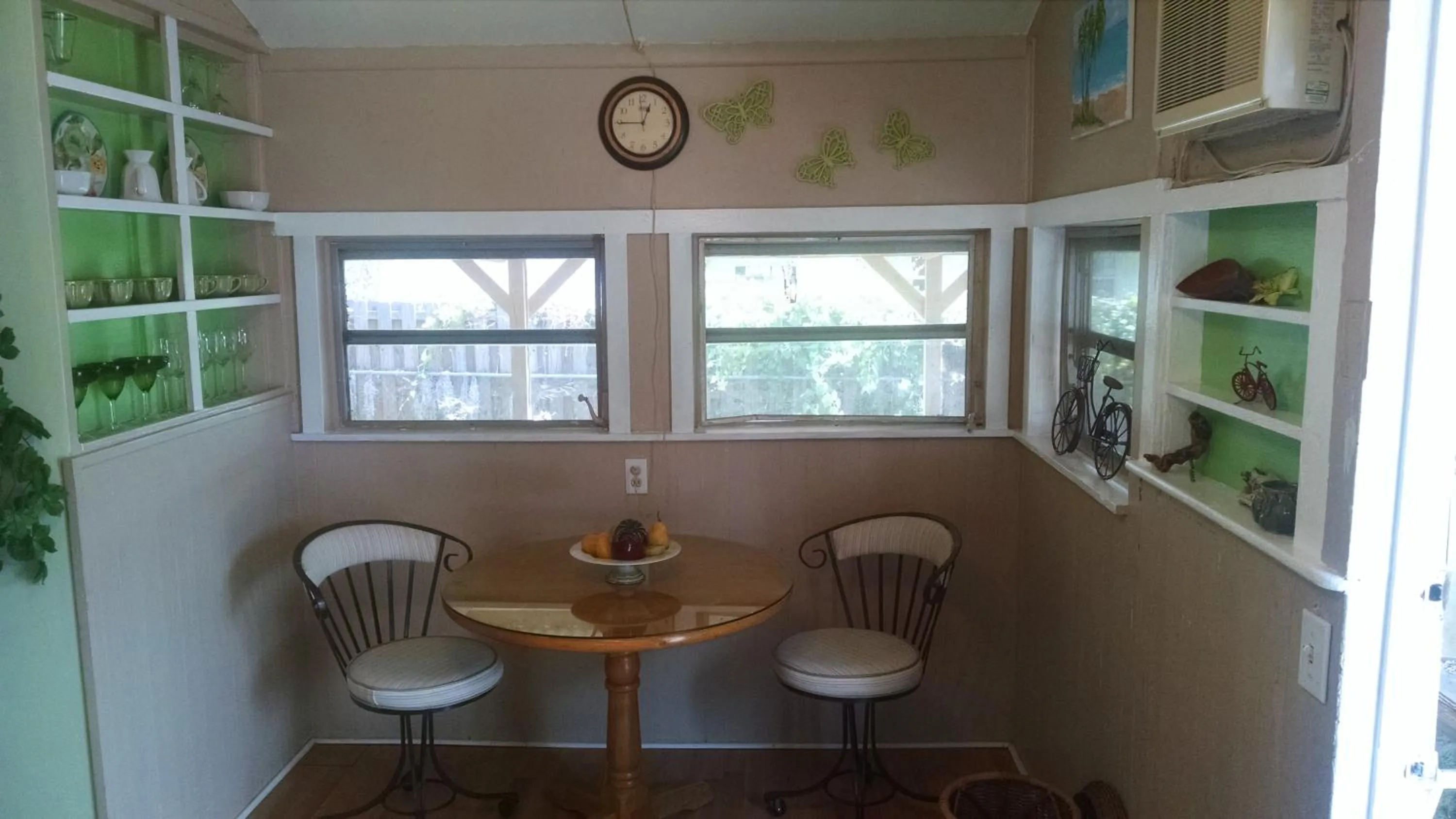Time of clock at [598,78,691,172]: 12:44
